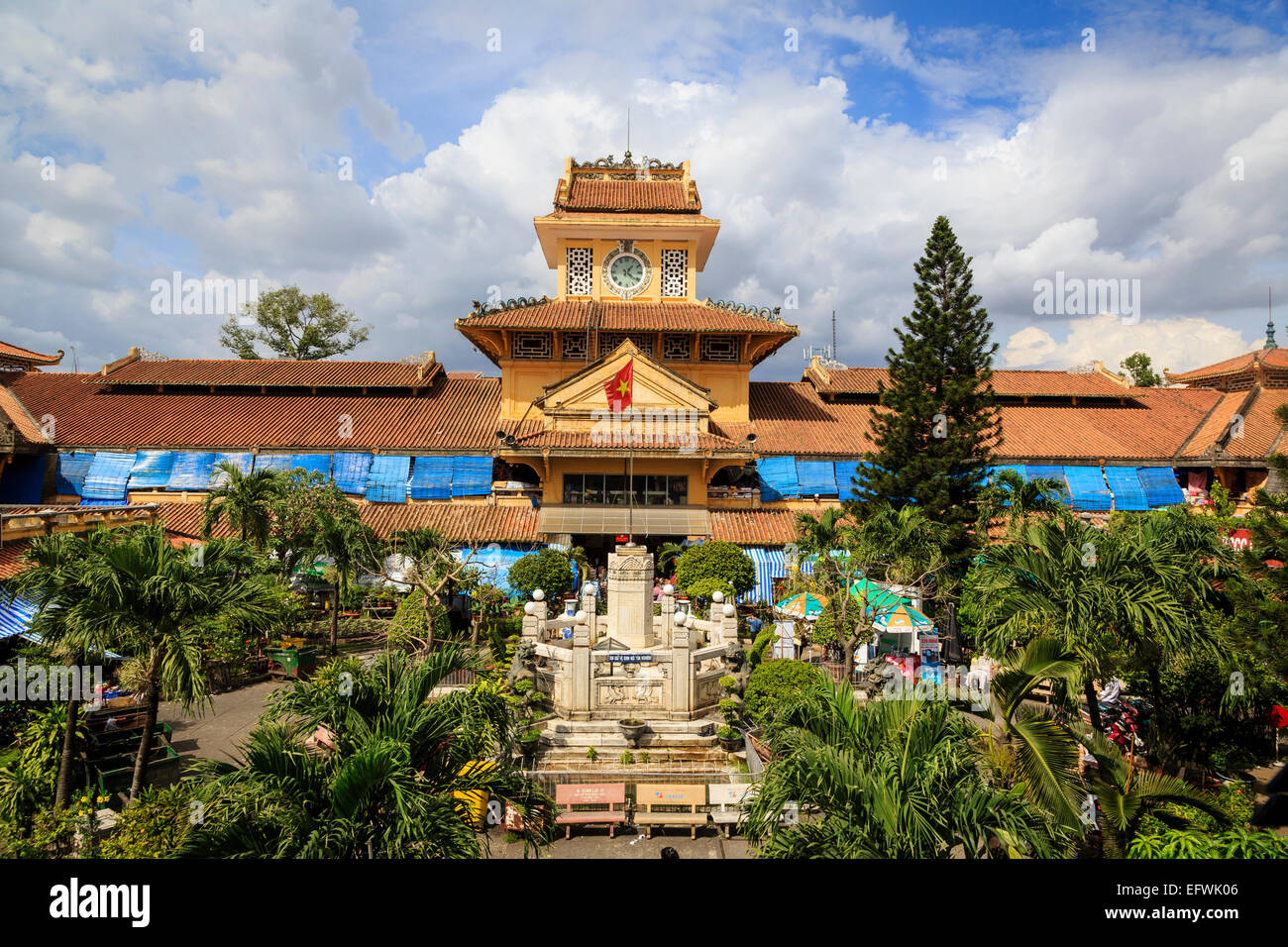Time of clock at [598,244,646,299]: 1:21
